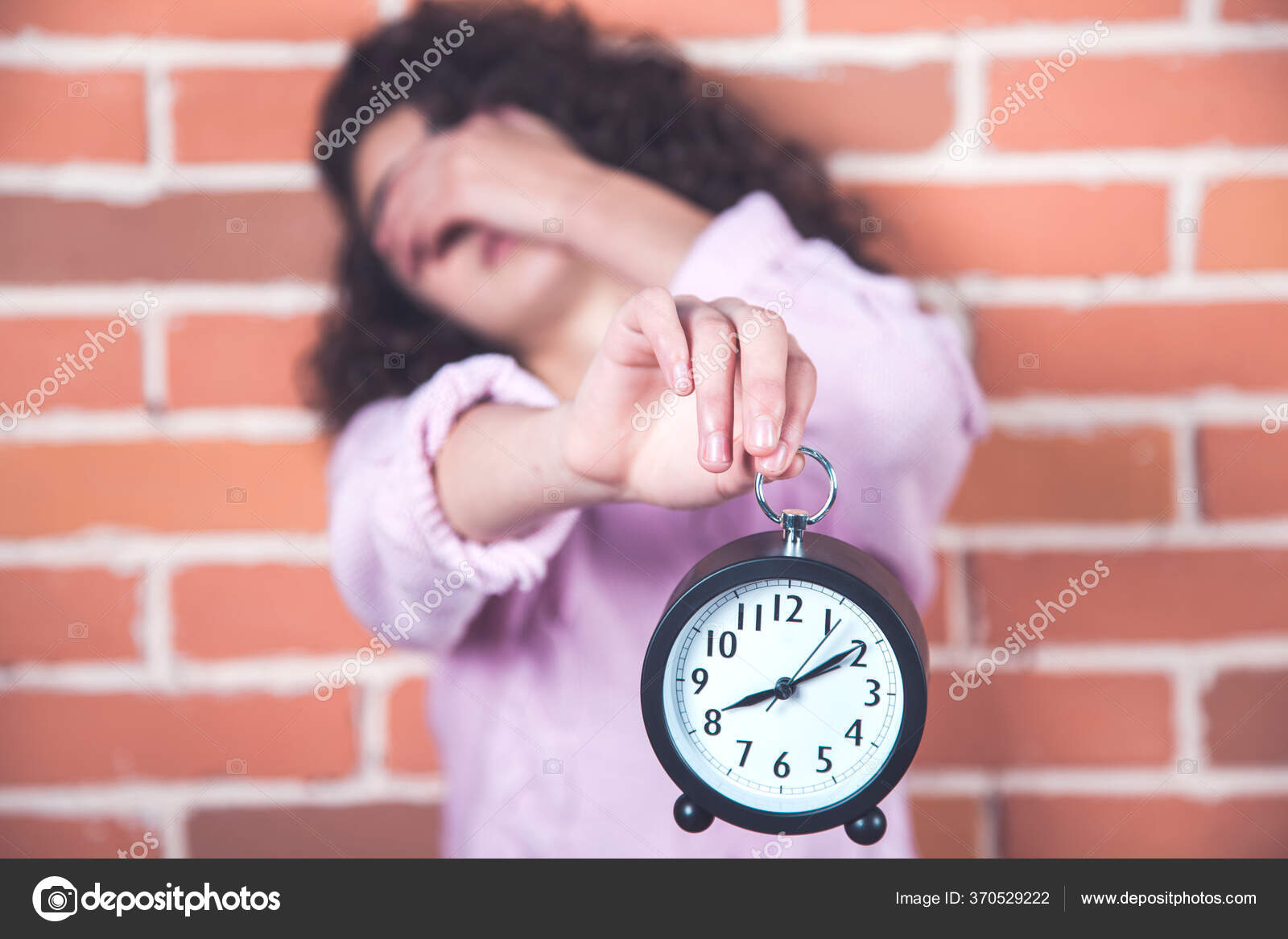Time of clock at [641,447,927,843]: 8:09
